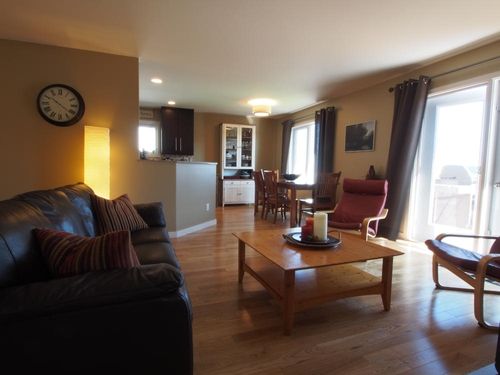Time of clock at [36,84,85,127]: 10:21
